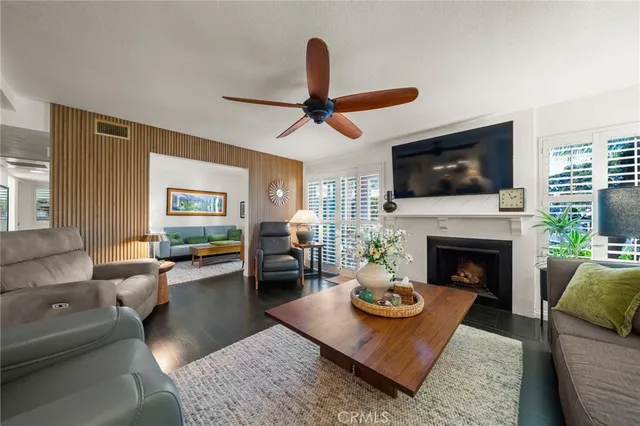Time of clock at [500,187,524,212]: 1:56
